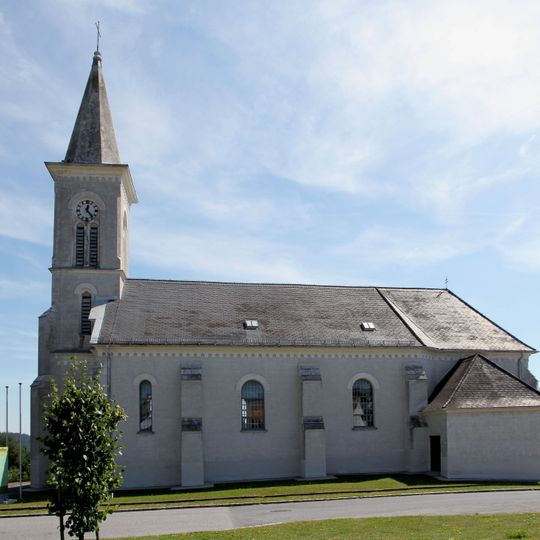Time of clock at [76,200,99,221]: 12:23
